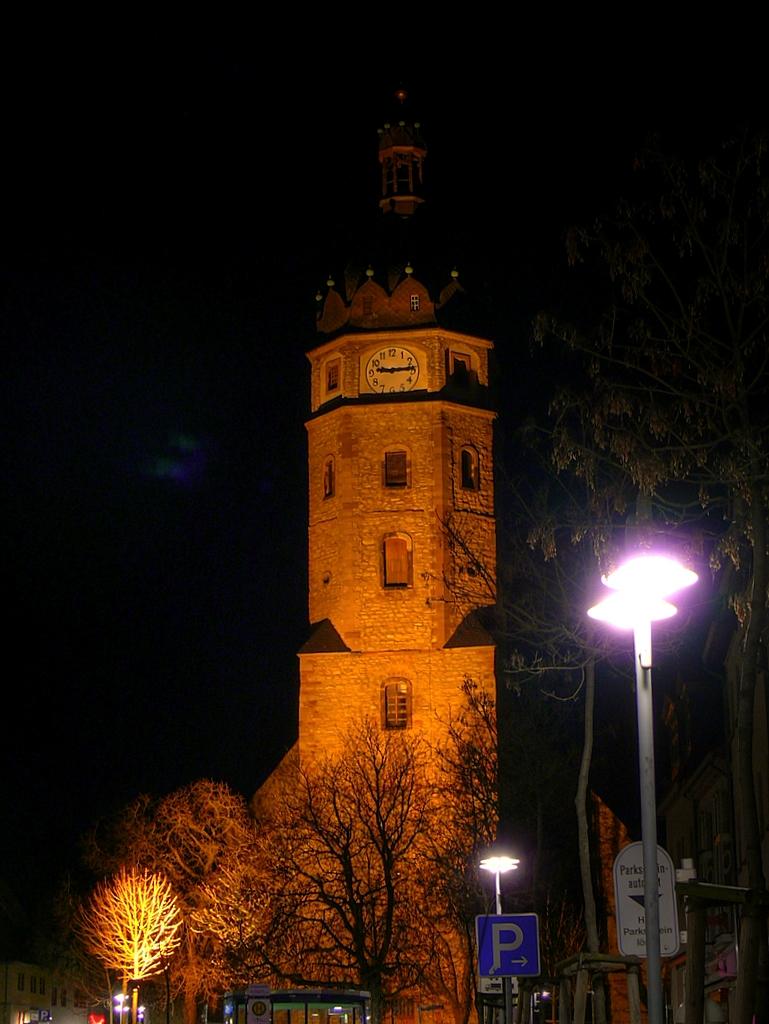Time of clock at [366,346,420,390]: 9:14
